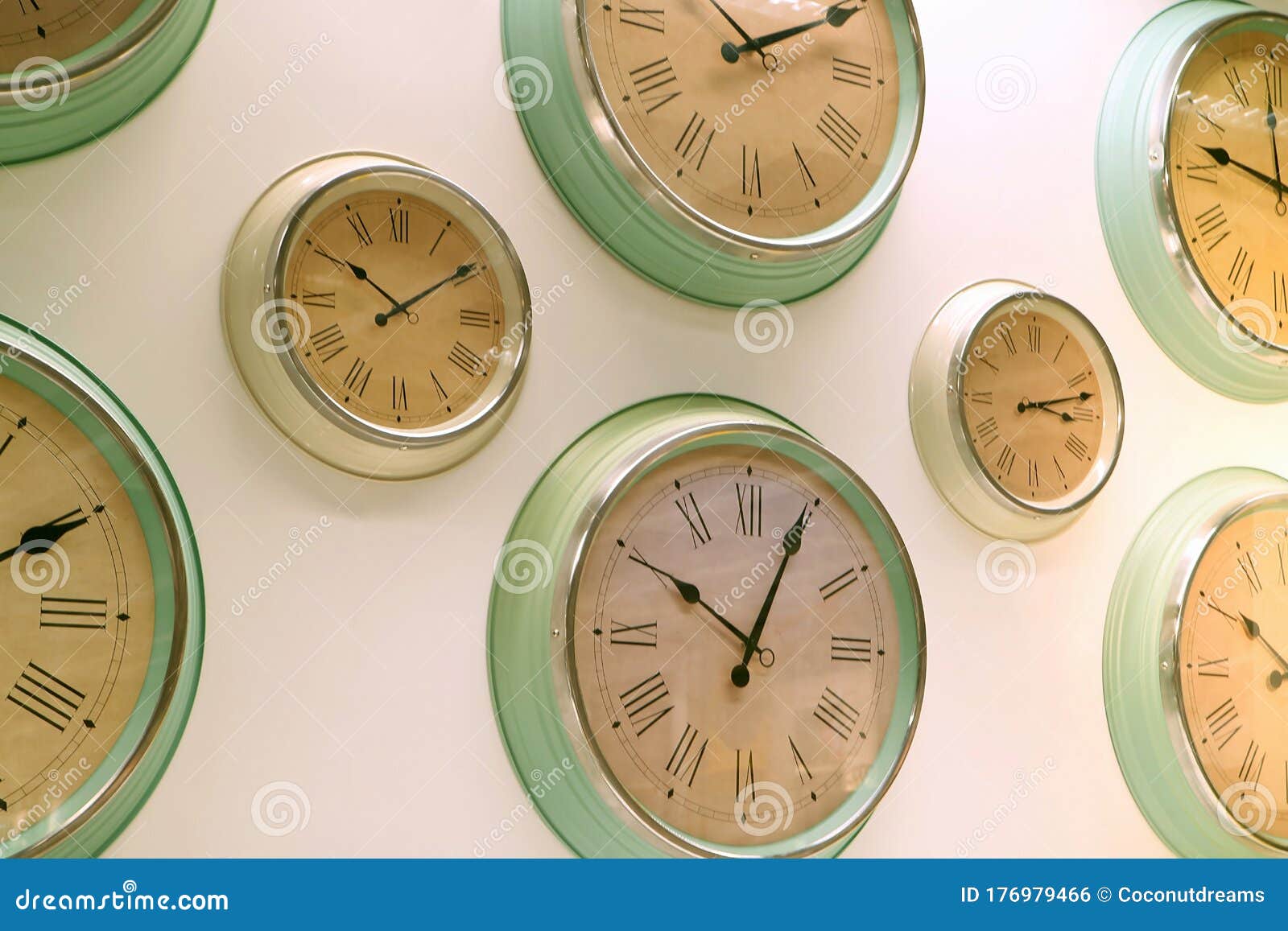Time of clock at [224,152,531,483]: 10:09
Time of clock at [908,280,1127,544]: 3:12
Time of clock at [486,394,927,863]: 10:04
